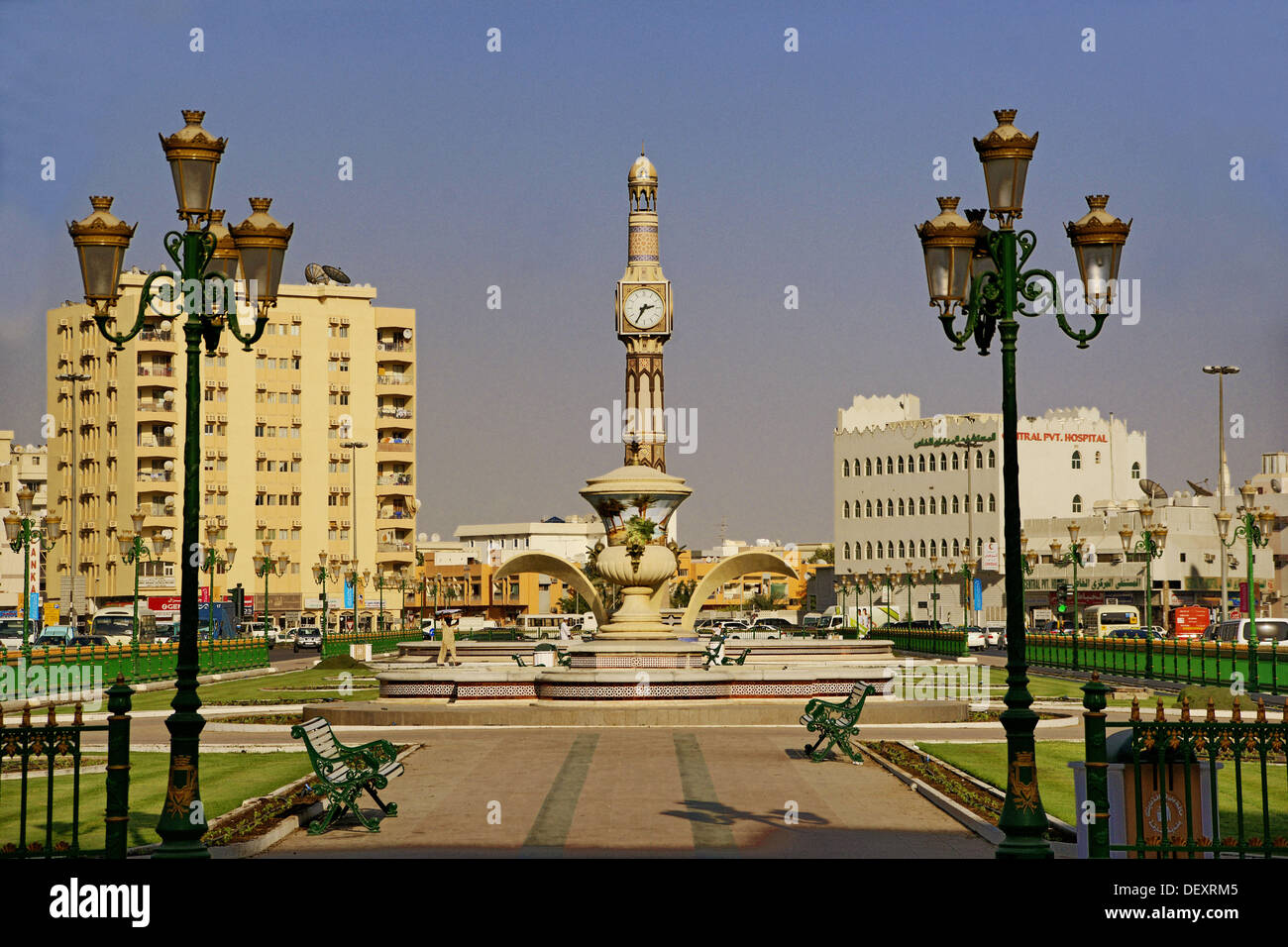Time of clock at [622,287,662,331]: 2:35
